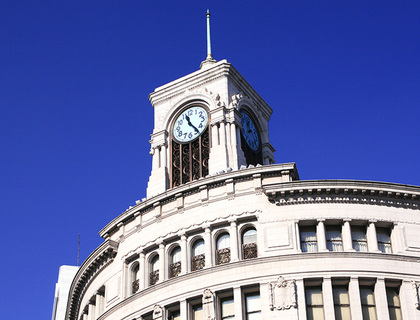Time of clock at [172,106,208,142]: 11:23
